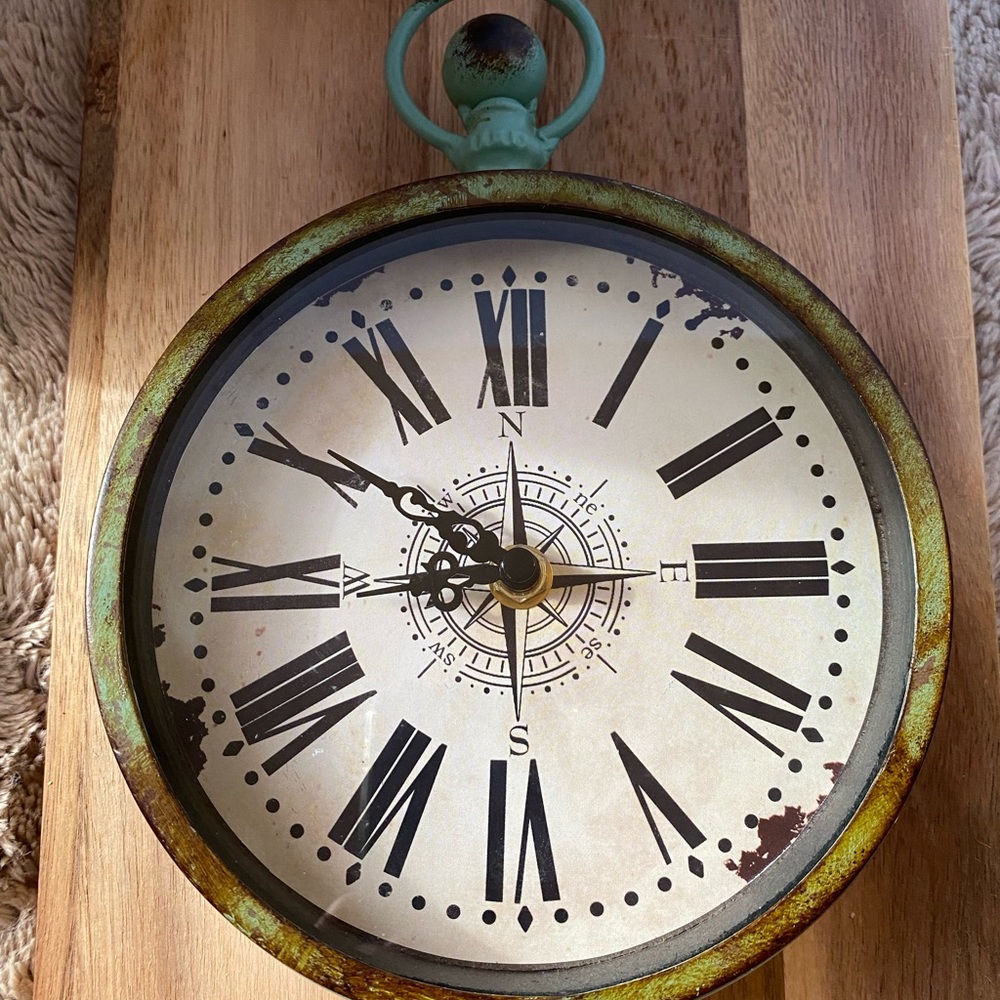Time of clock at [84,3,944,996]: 8:50
